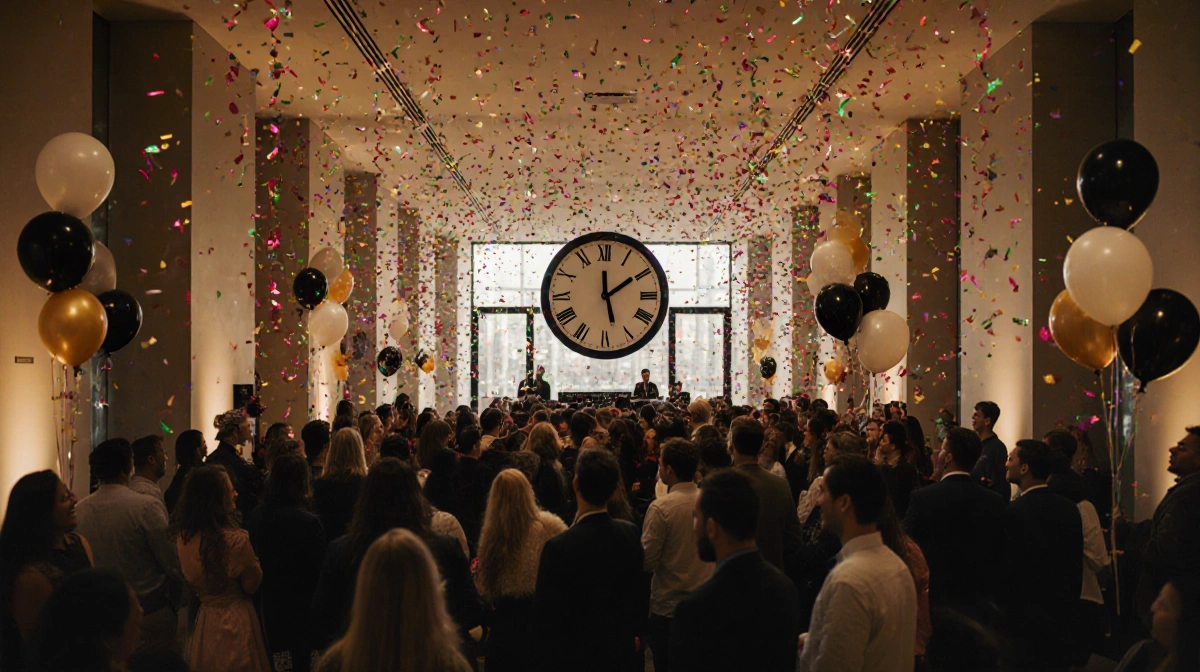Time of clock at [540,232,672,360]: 12:09
